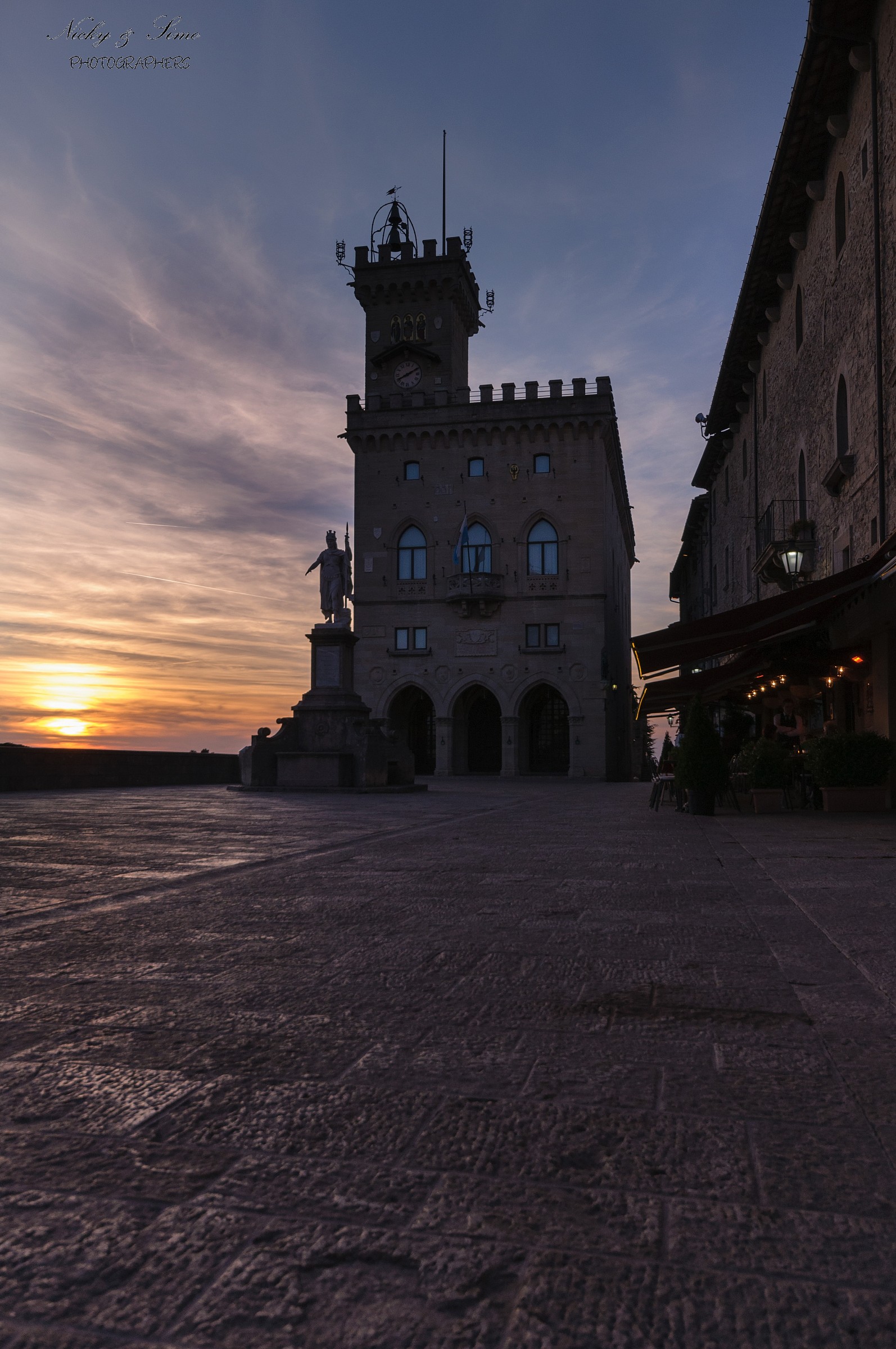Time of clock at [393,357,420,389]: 8:10
